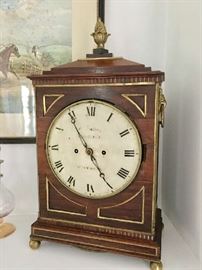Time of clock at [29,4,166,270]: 4:54
